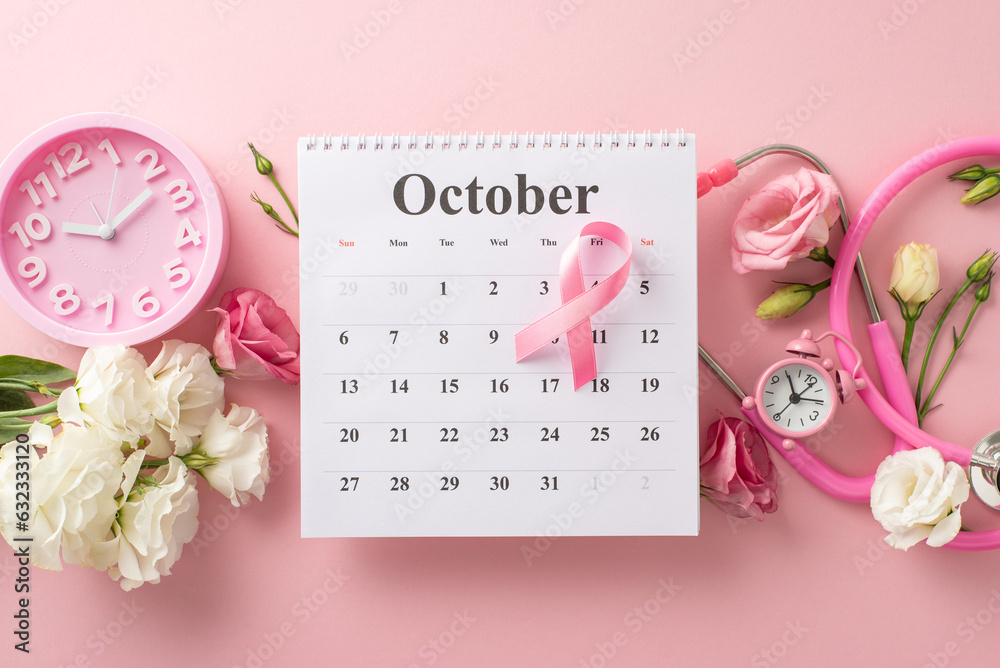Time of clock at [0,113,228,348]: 10:12
